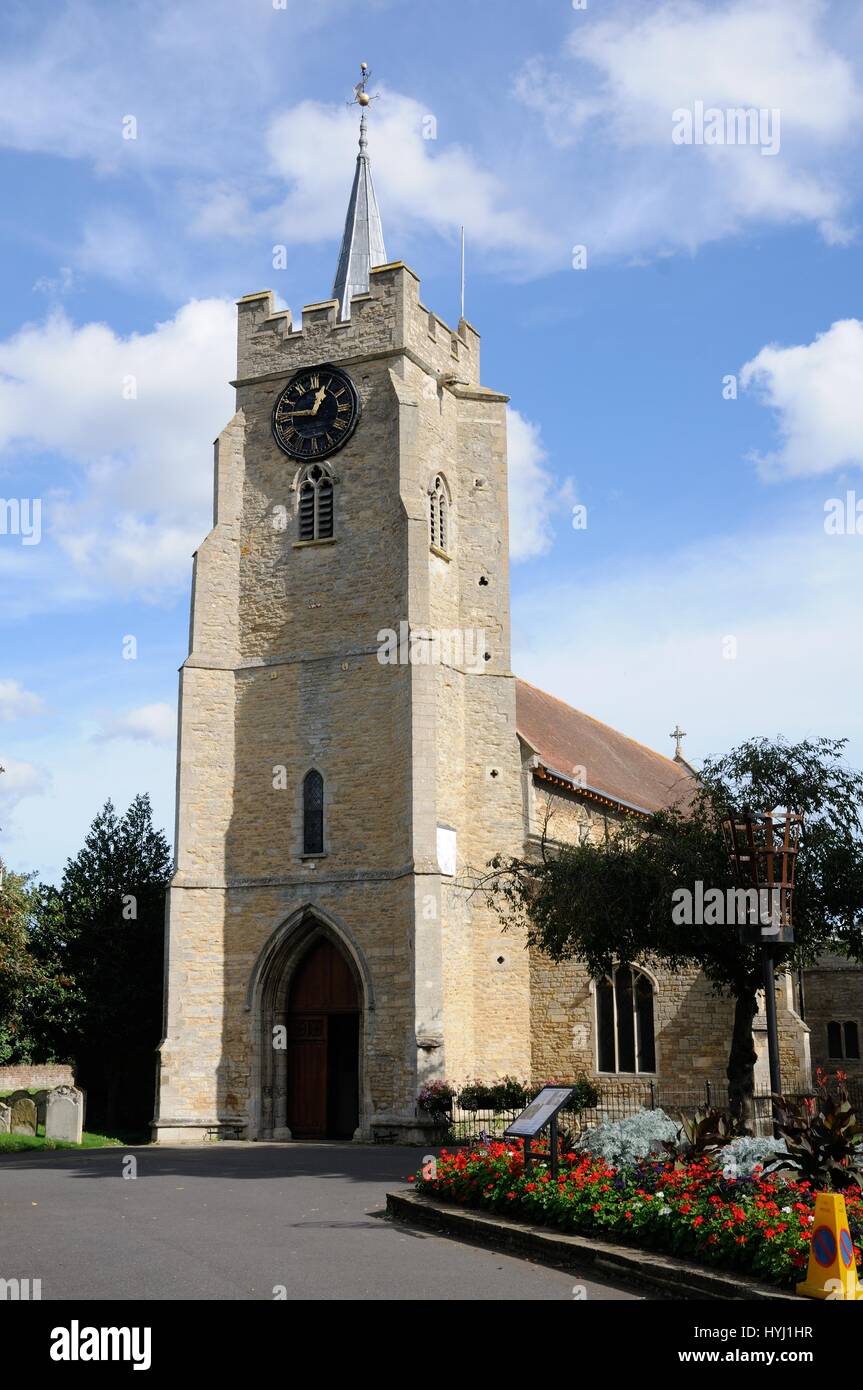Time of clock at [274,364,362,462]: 12:46
